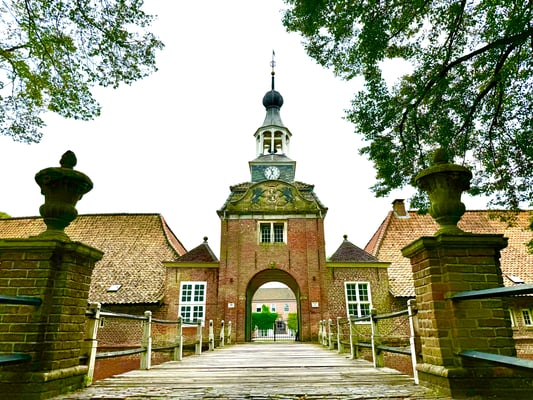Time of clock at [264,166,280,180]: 11:35
